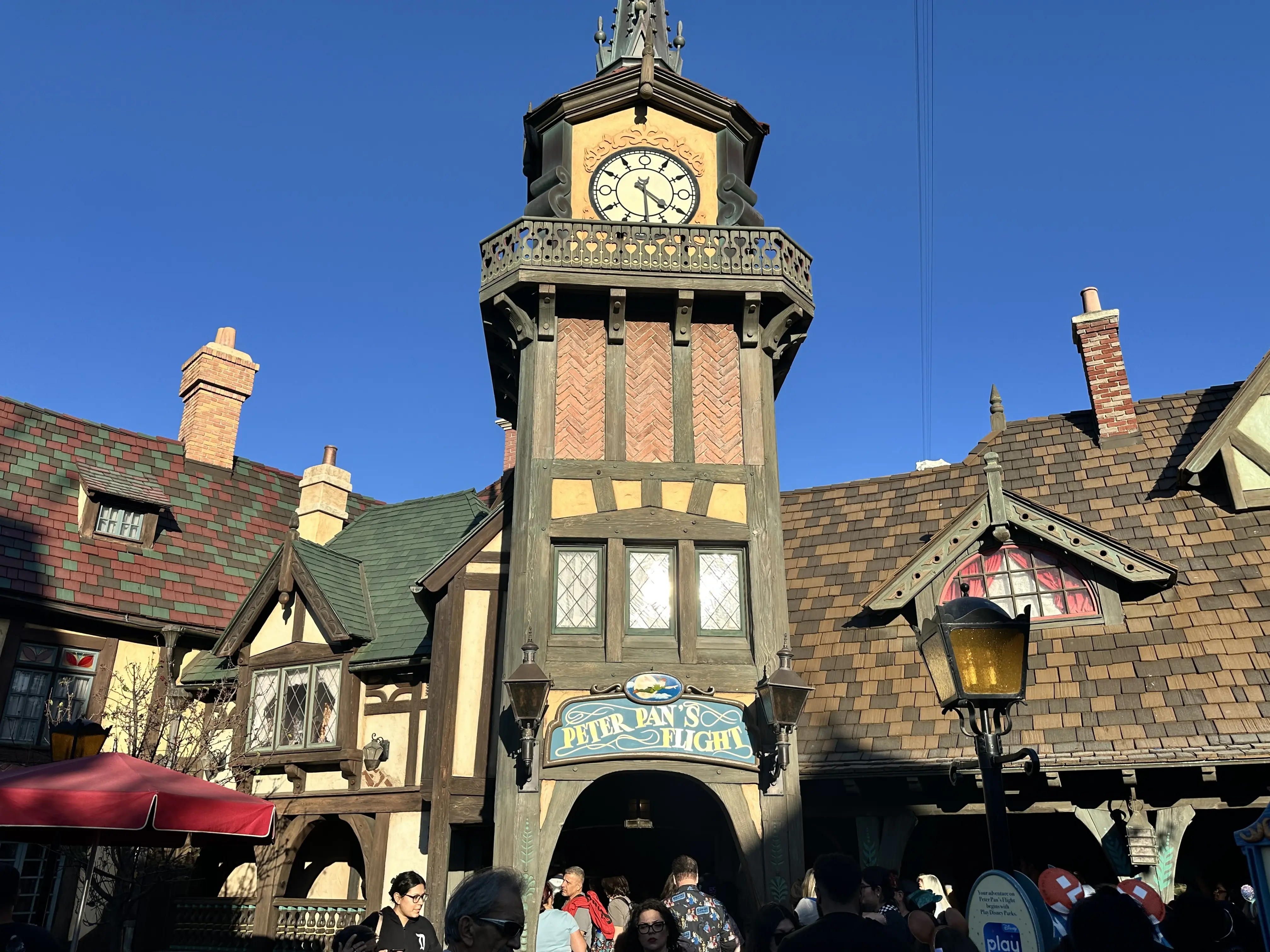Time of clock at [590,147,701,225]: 4:29
